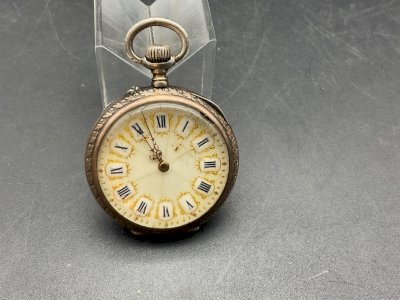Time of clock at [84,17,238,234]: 10:56
